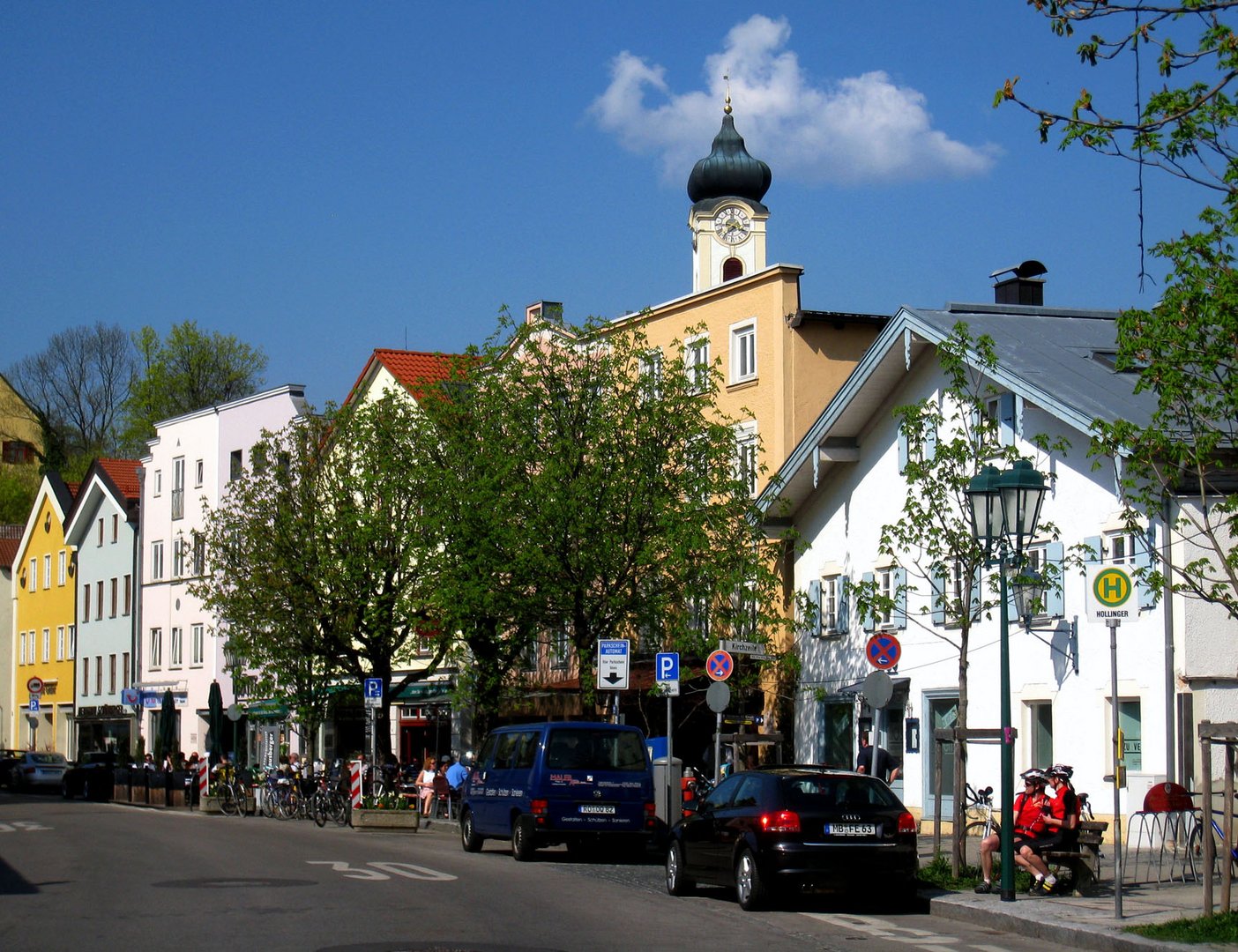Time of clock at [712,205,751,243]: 7:18
